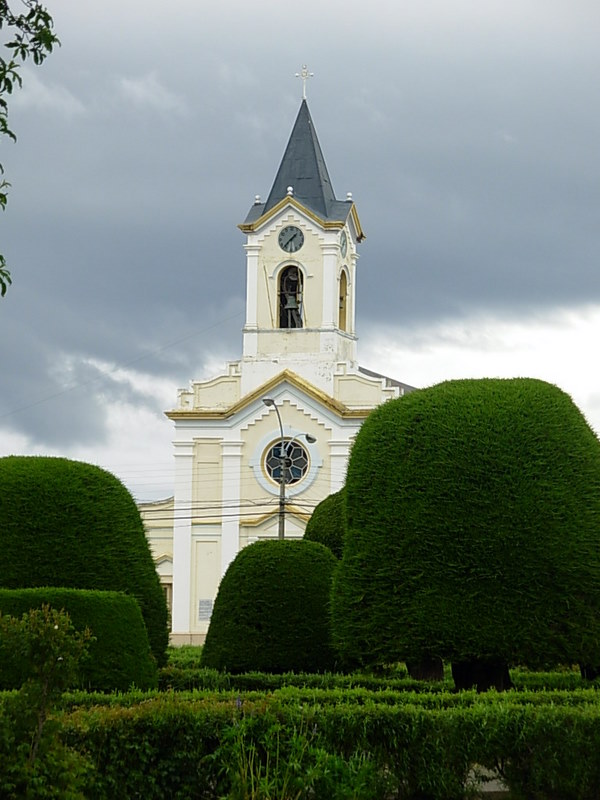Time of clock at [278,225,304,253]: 1:36
